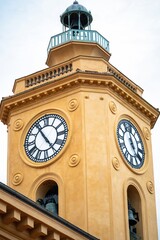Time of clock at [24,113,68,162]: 4:54
